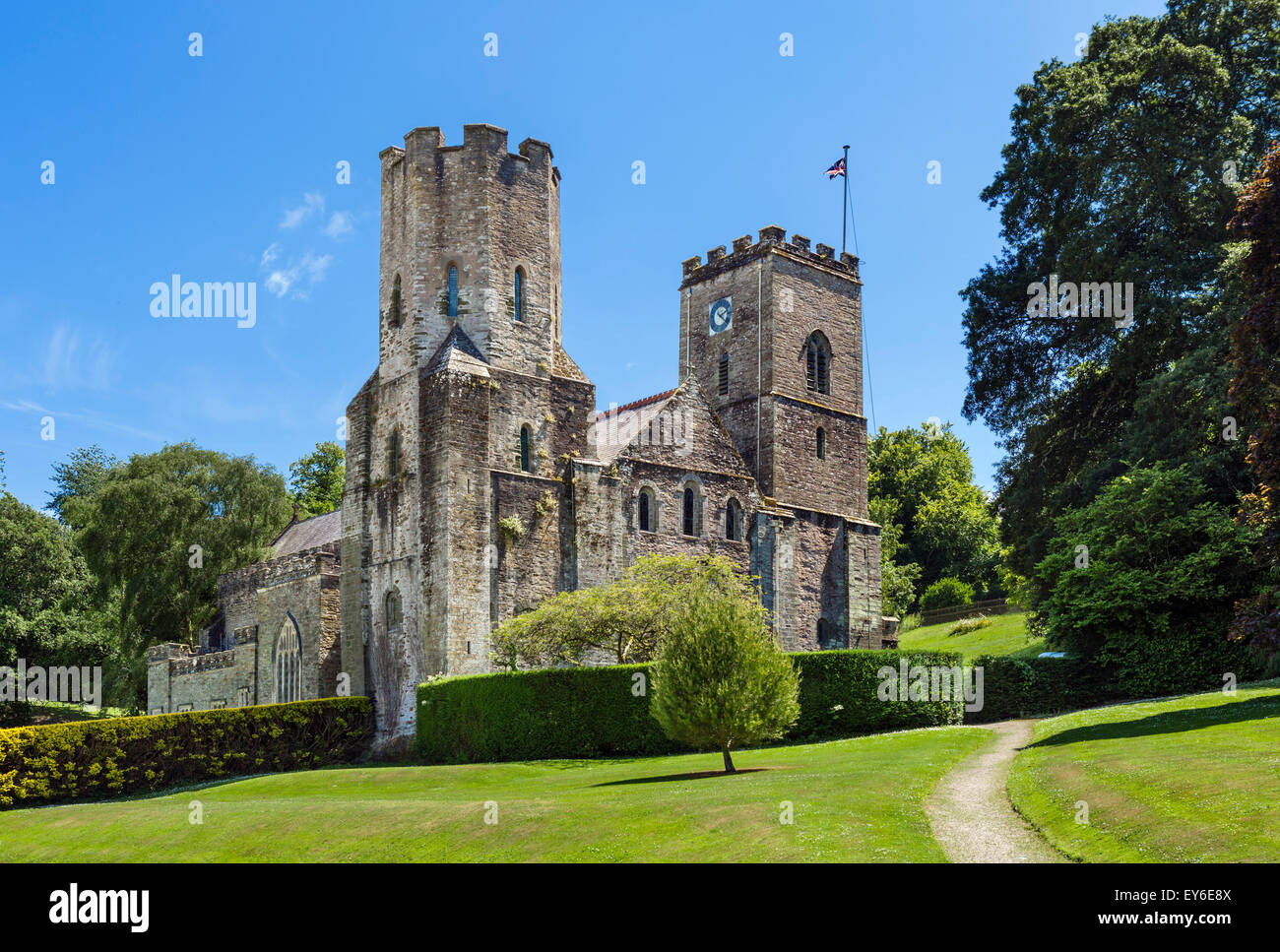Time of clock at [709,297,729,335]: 2:21
